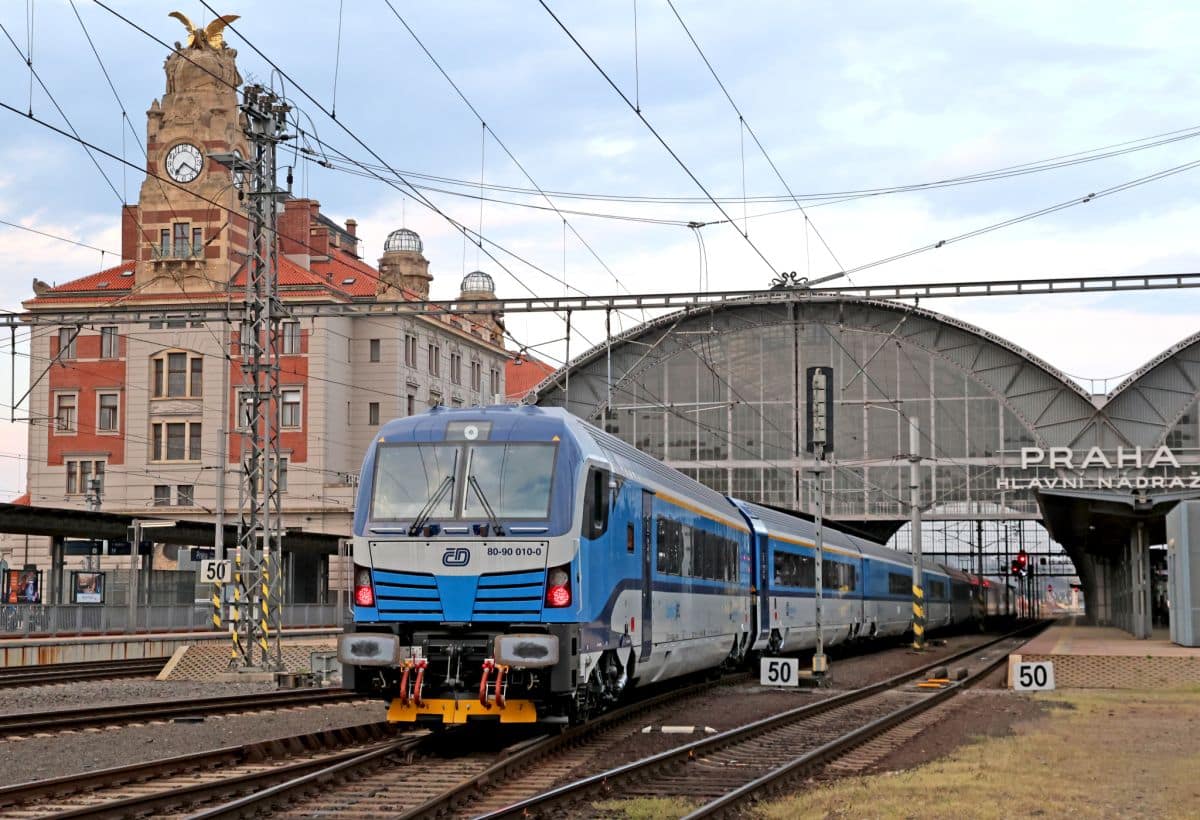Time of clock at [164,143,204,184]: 7:20
